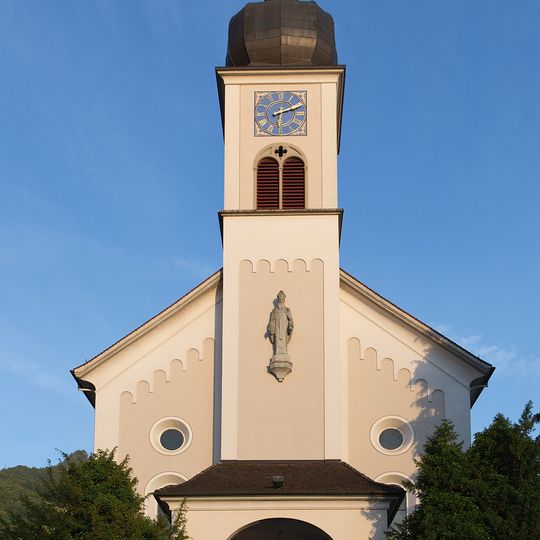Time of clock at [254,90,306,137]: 6:11
